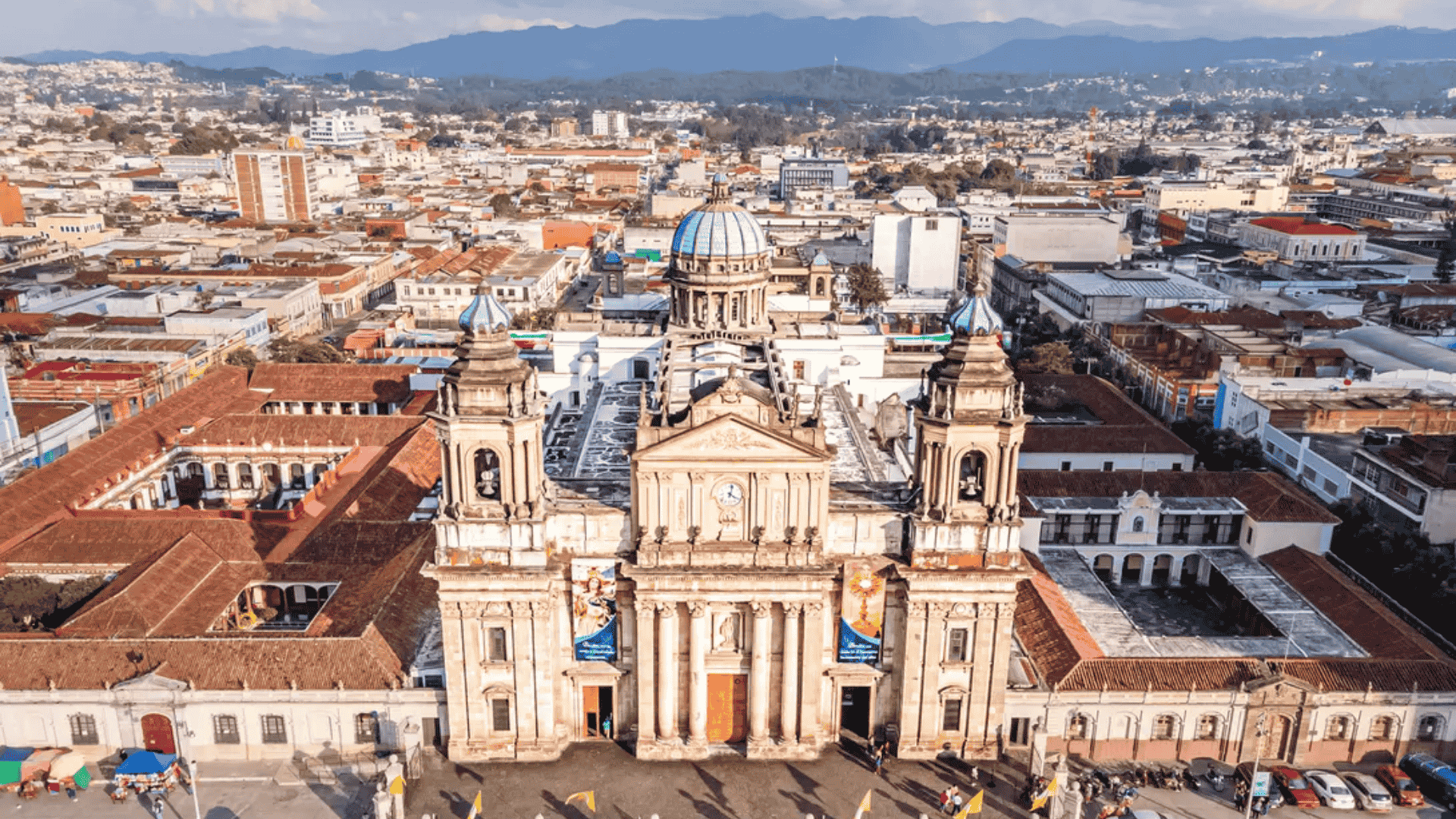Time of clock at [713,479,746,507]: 4:02
